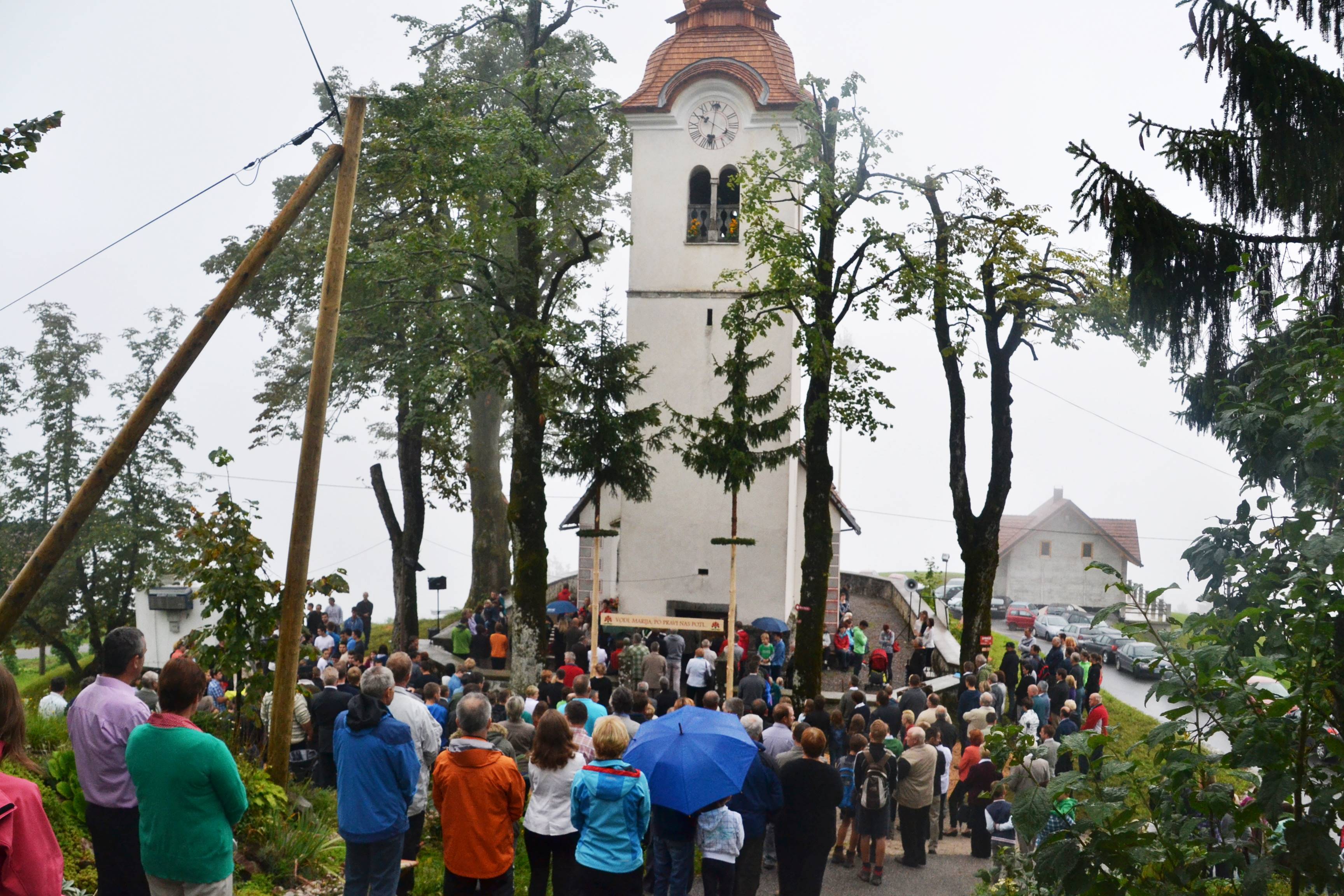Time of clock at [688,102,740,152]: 10:01
